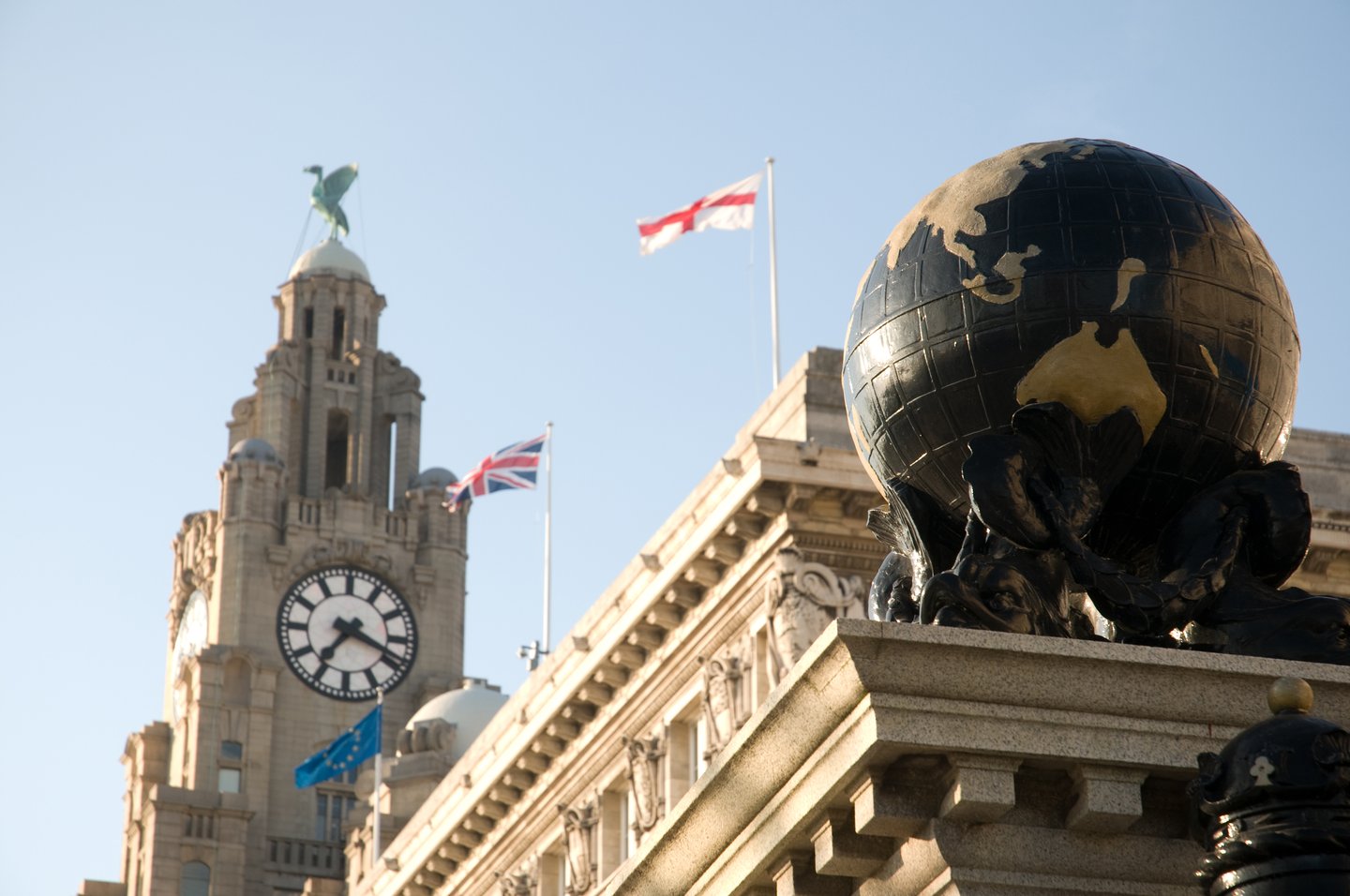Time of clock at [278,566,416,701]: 7:18
